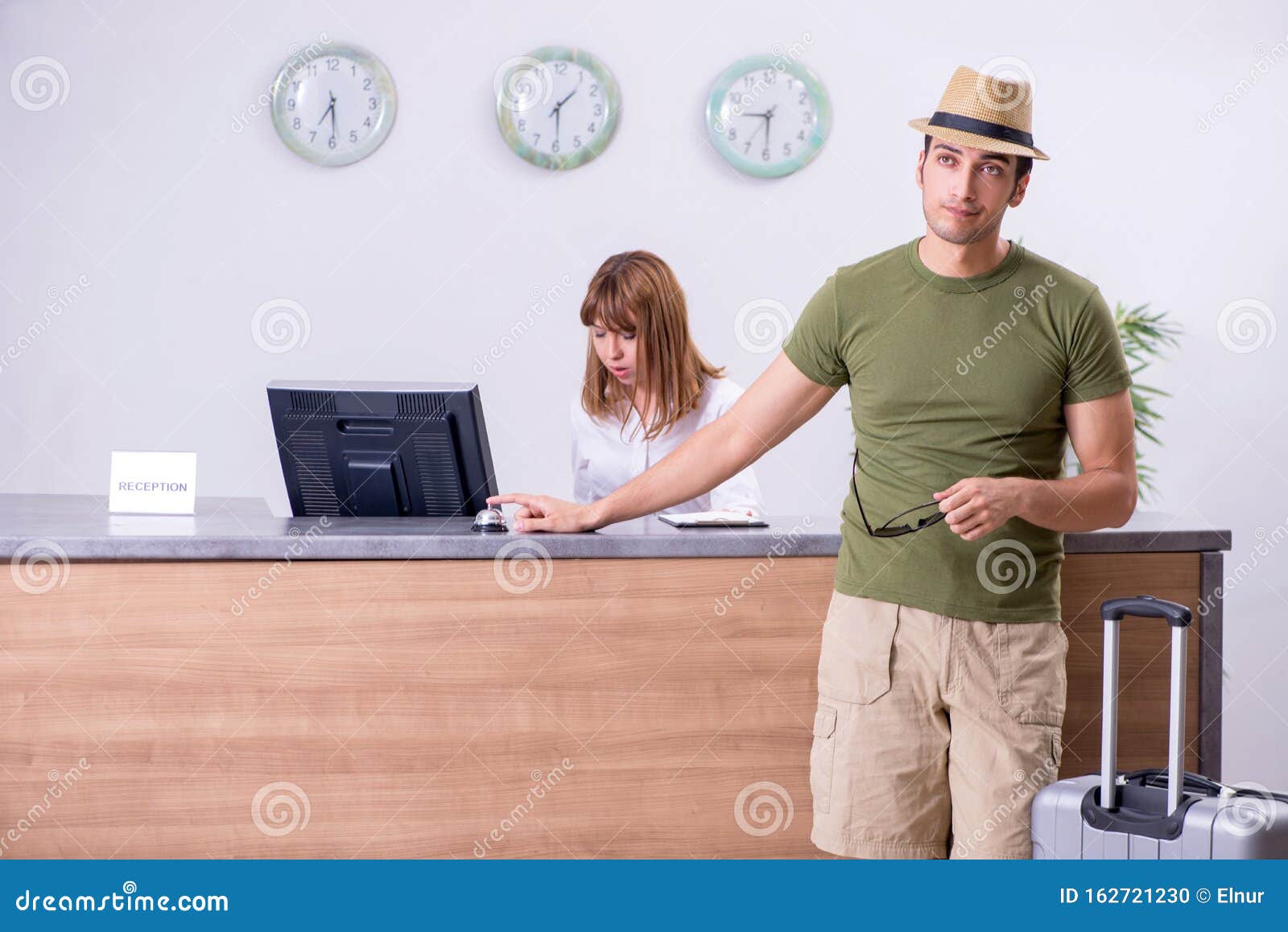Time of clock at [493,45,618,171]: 1:29
